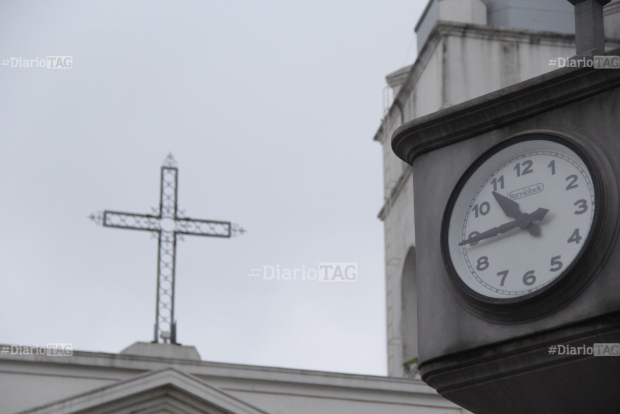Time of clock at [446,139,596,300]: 10:44
